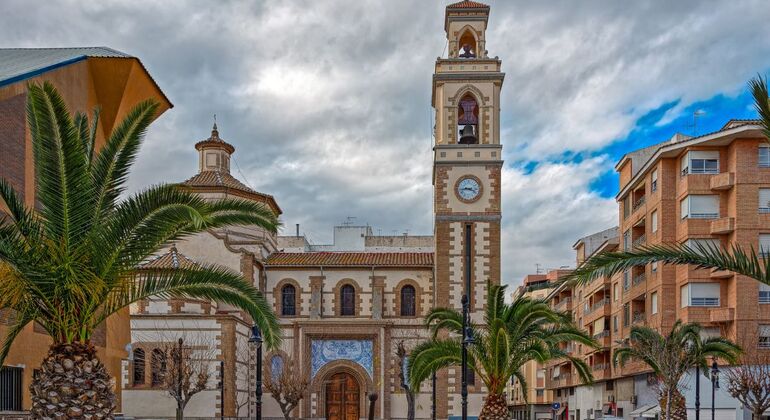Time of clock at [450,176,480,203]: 3:43
